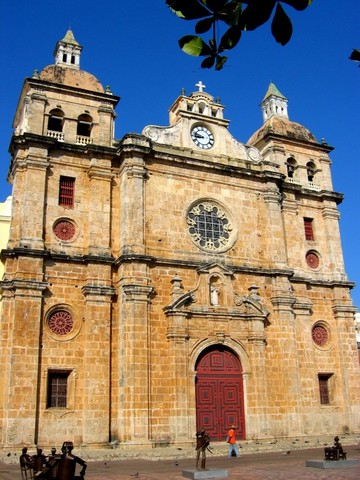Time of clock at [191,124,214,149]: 8:47
